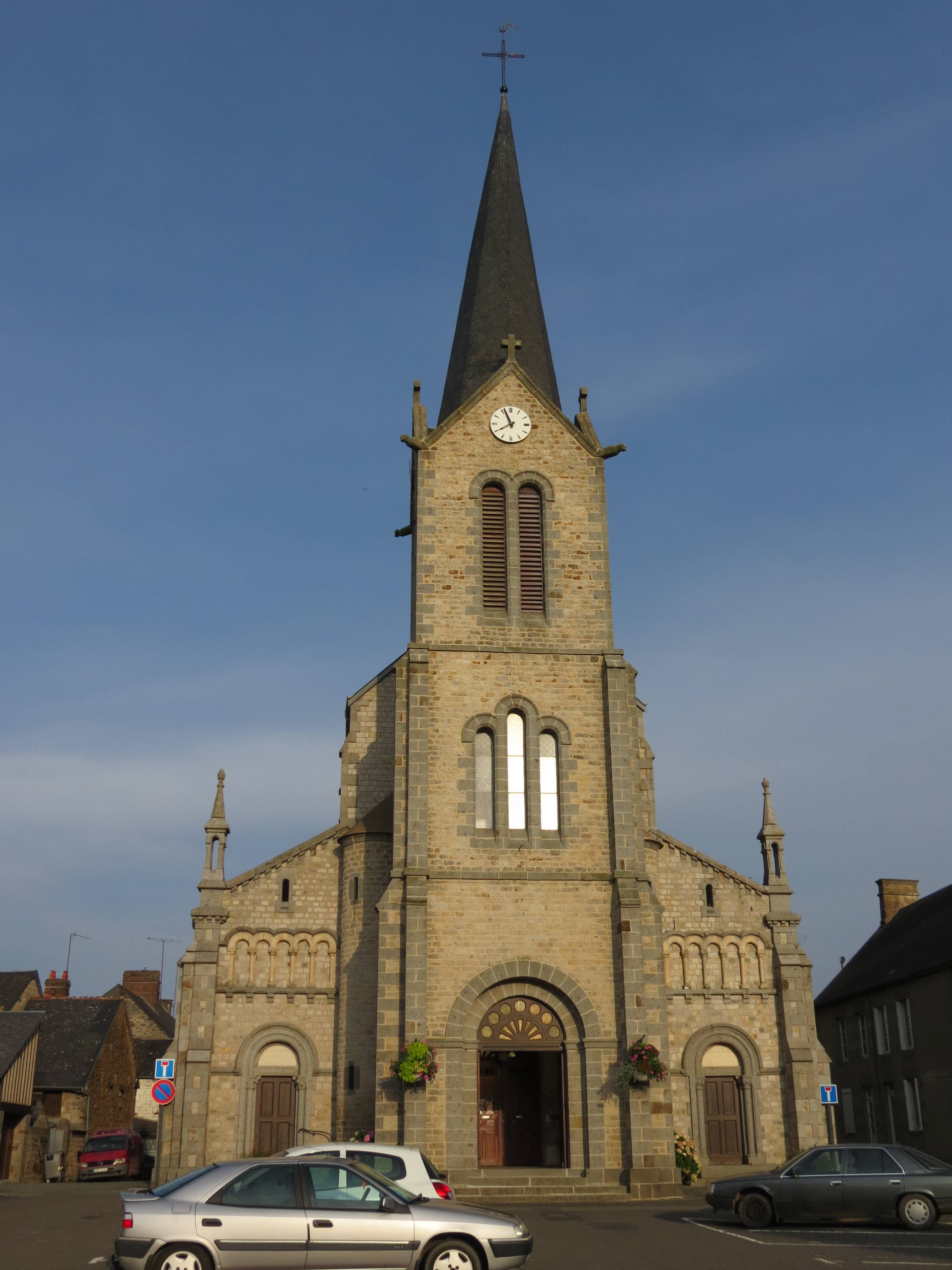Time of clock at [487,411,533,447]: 7:56
